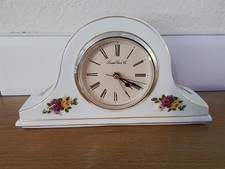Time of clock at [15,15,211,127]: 4:19
